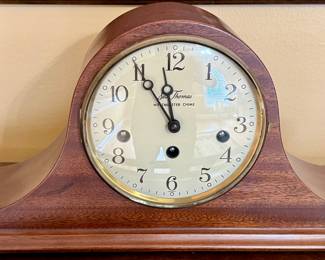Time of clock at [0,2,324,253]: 11:54
